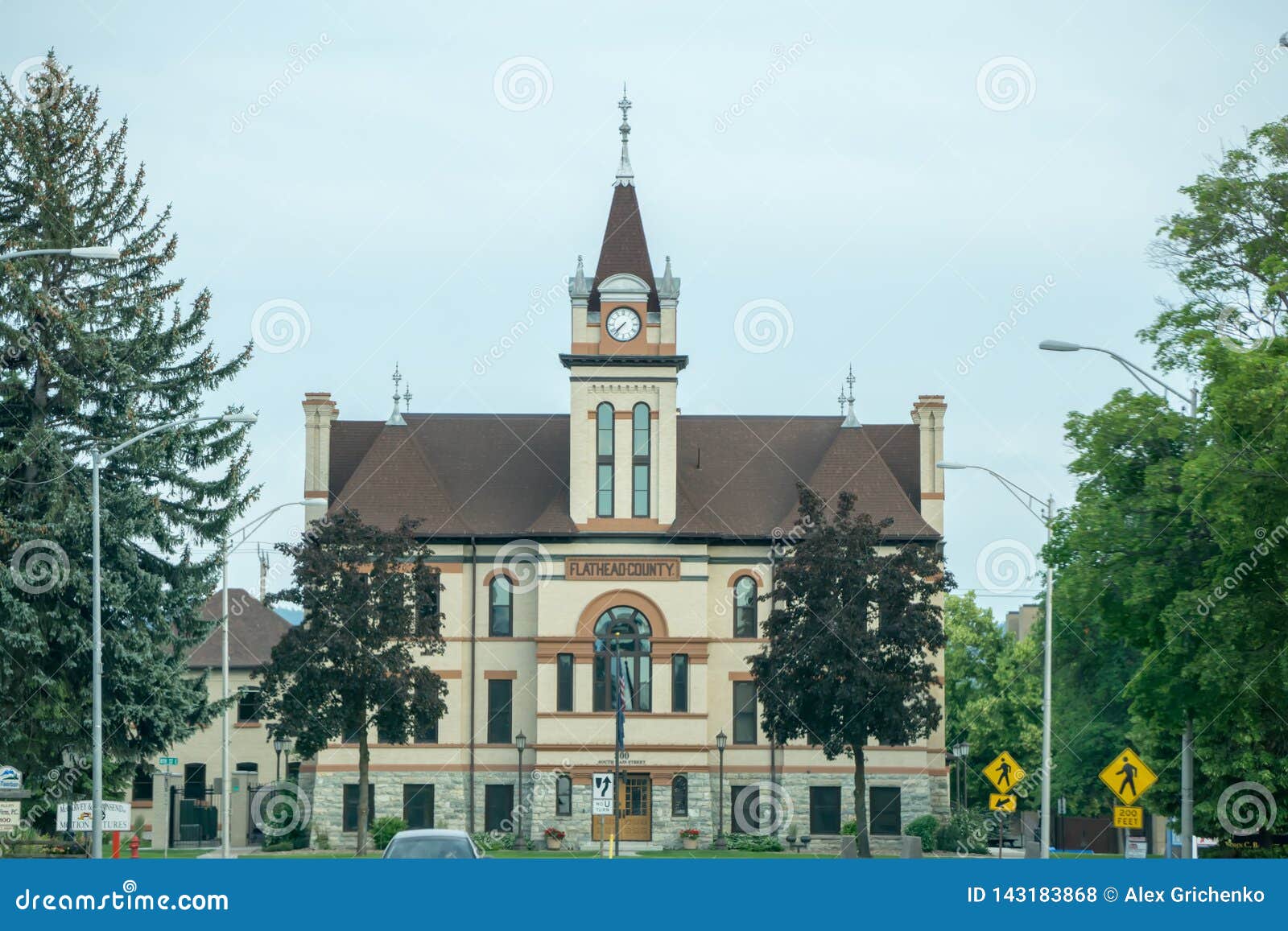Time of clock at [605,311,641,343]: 7:37
